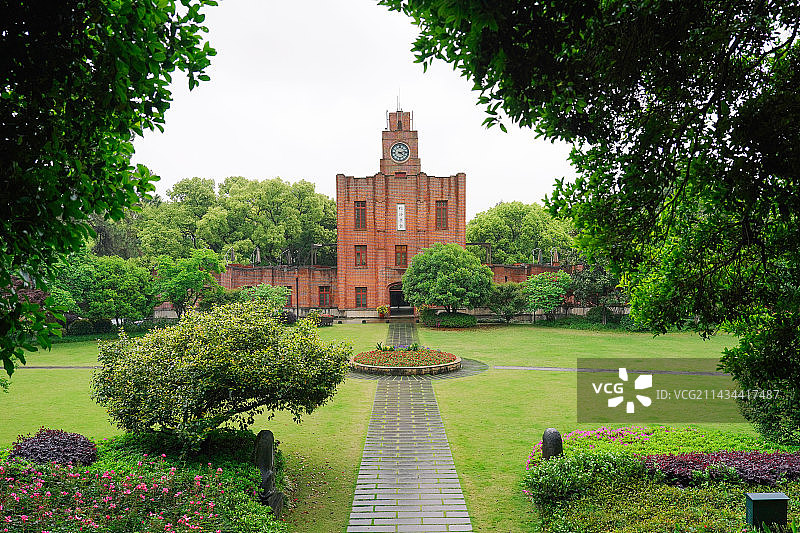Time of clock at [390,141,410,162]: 4:13
